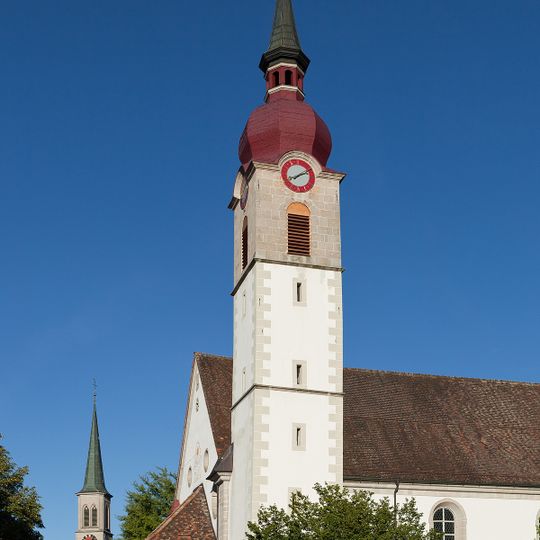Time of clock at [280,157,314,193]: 8:11
